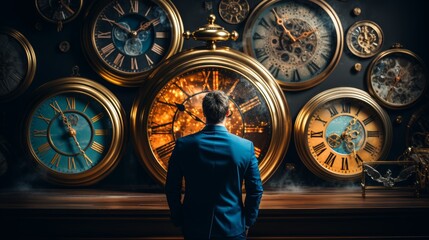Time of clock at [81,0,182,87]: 1:50
